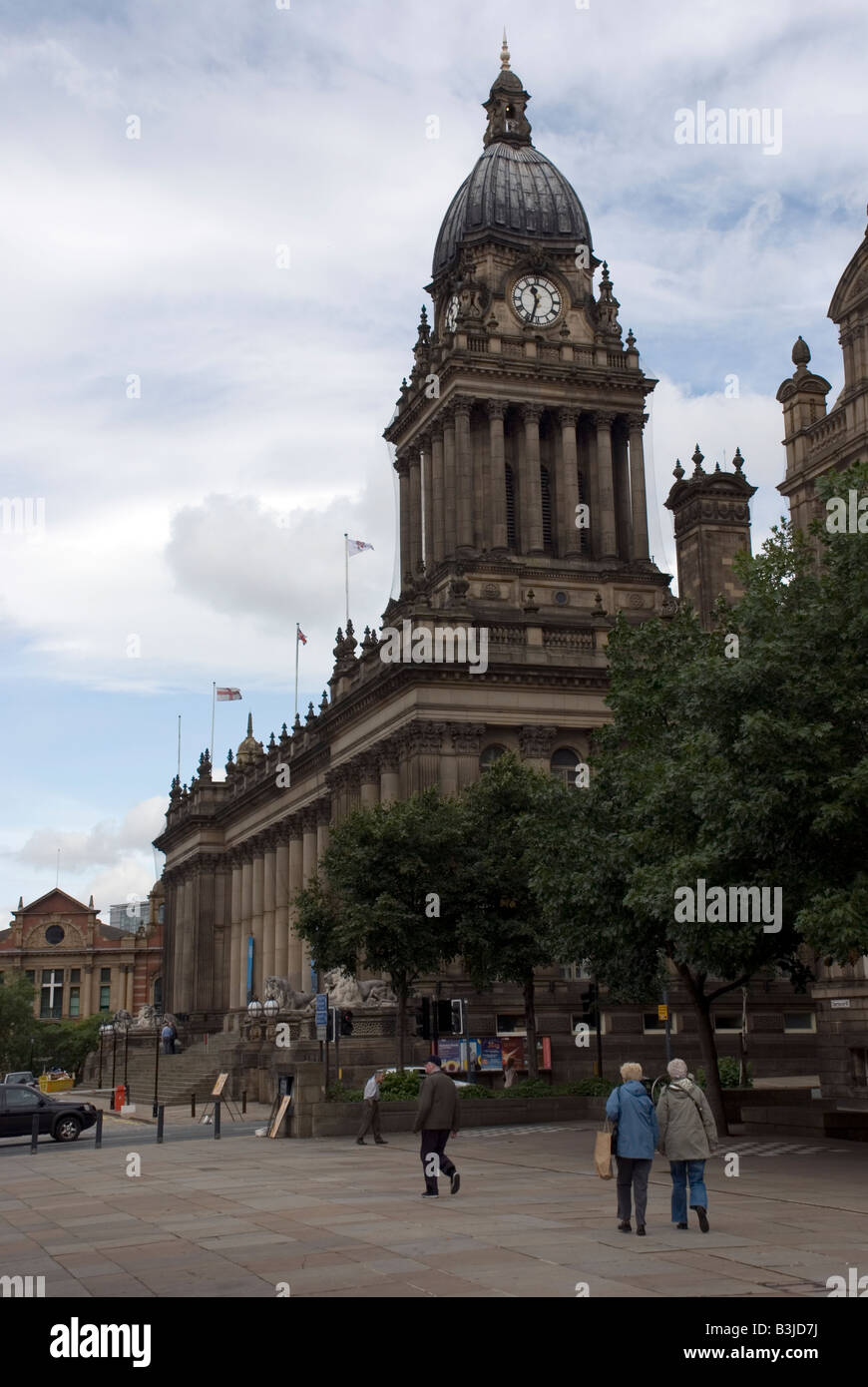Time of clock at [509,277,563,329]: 11:33
